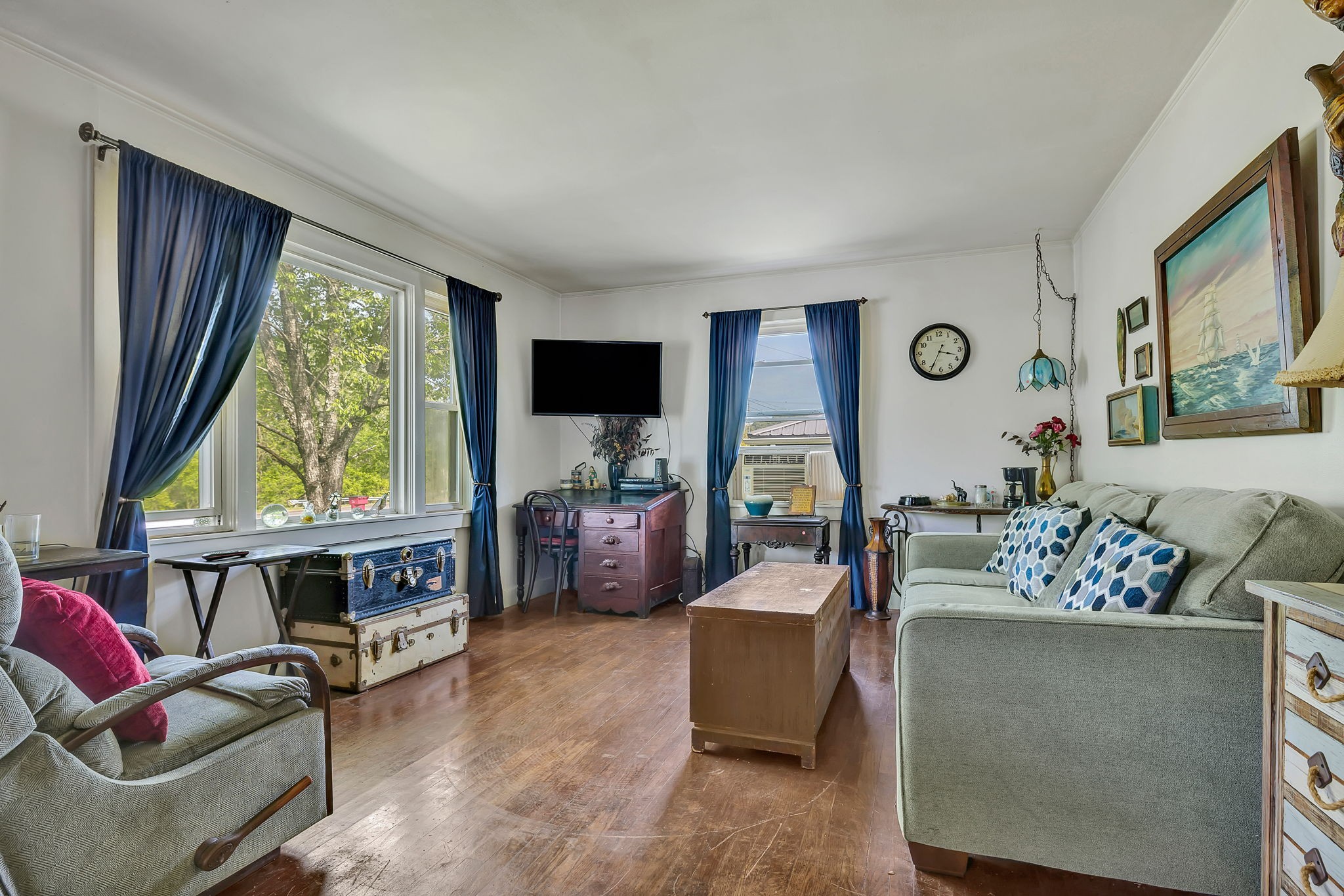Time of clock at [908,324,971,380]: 3:34
